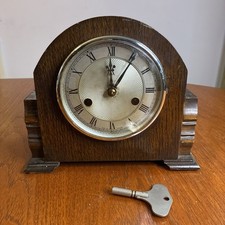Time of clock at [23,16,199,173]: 12:05
